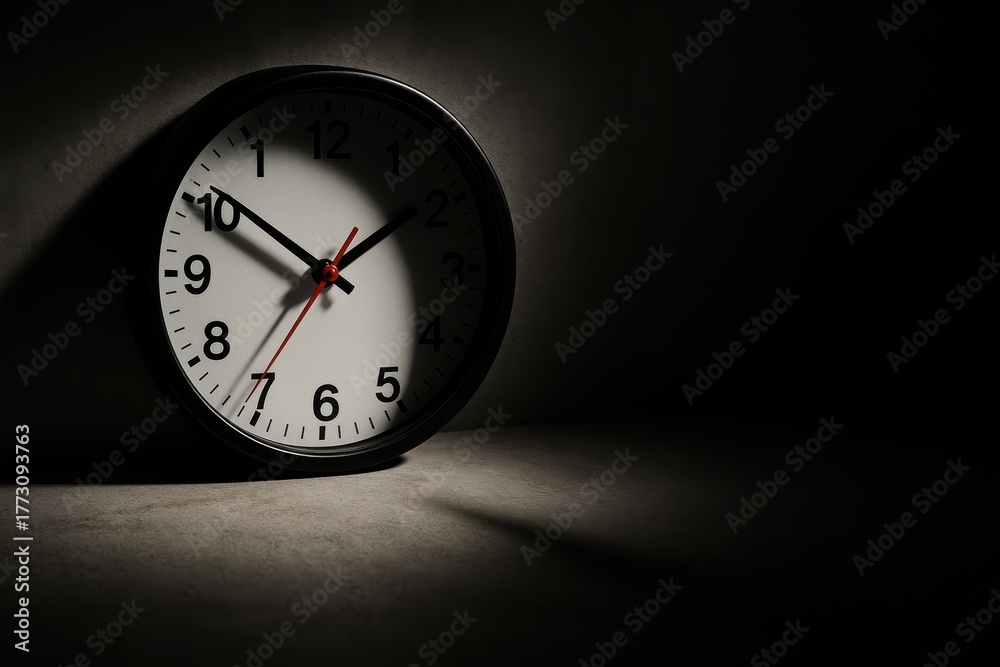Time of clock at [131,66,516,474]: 1:50
